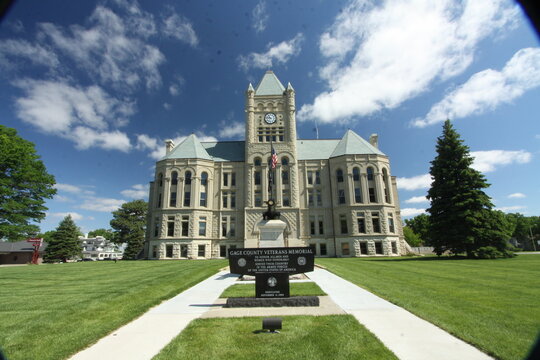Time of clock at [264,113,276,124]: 10:46
